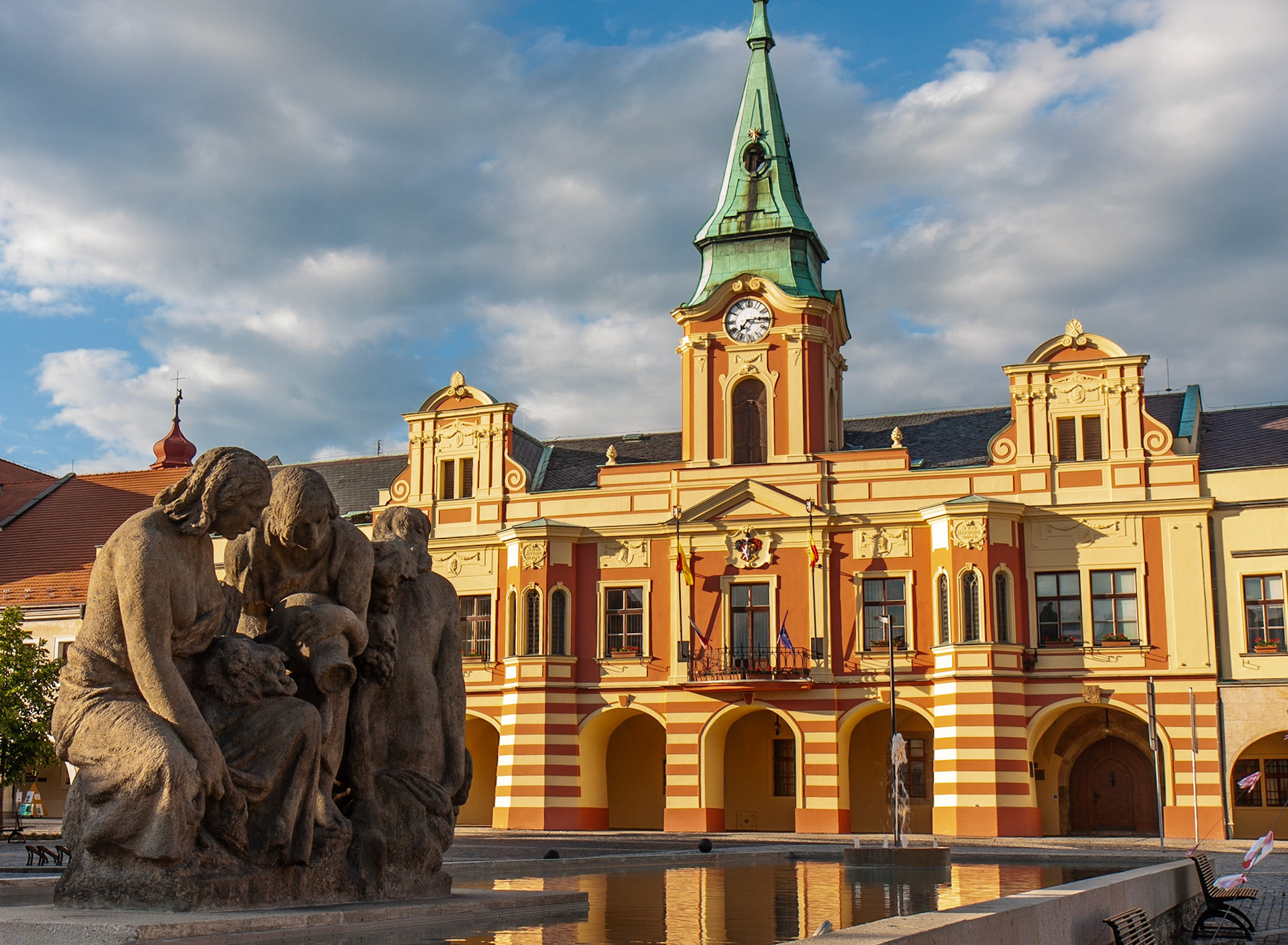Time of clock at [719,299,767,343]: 7:15
